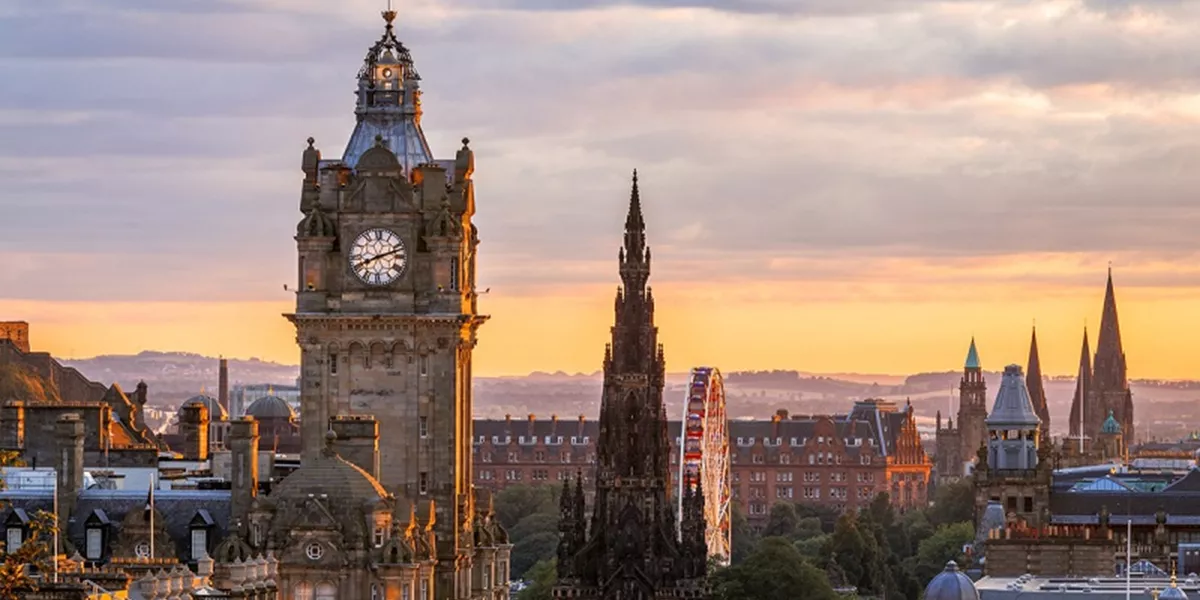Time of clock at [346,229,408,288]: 8:11
